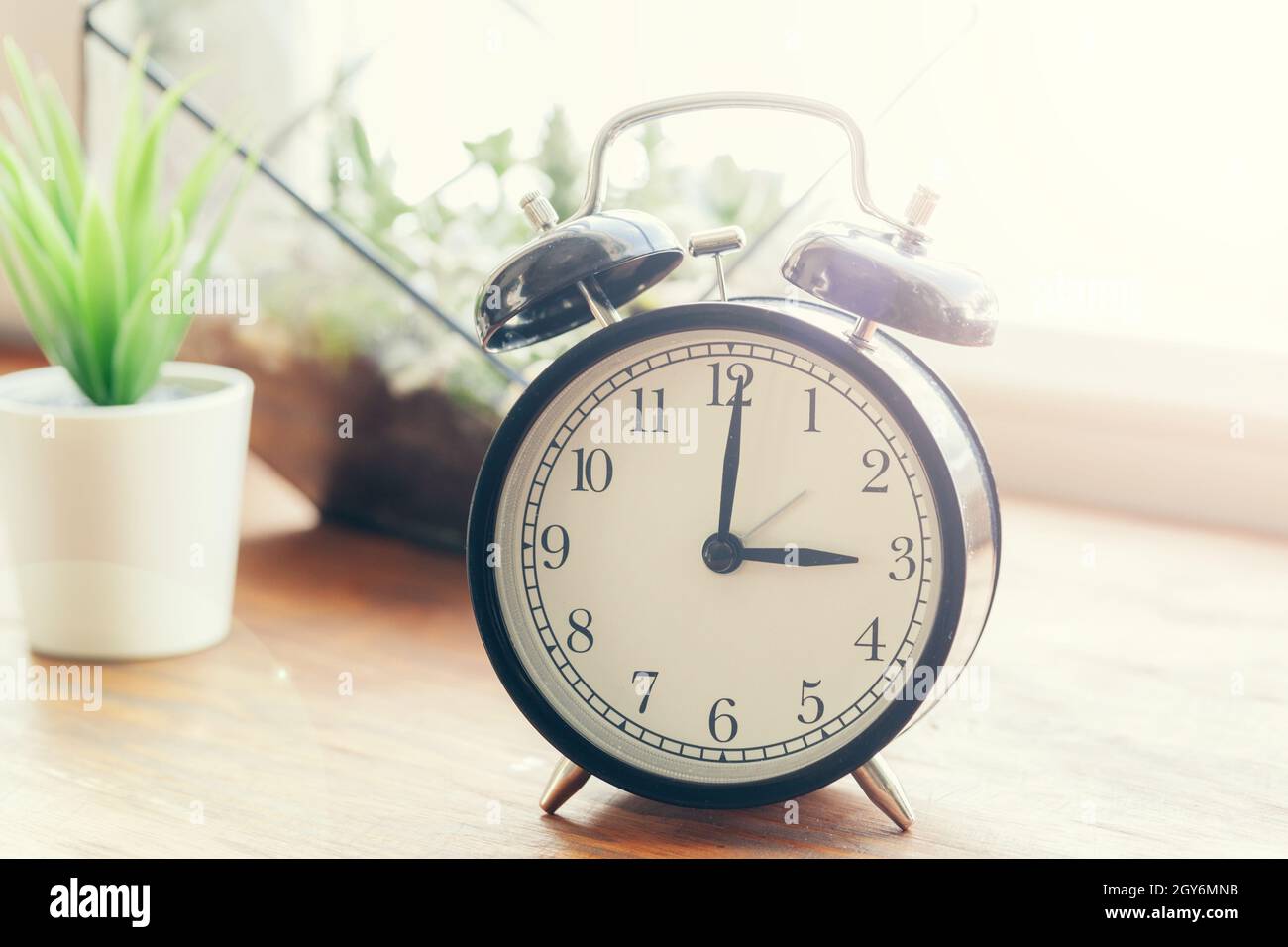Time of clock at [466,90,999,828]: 3:00
